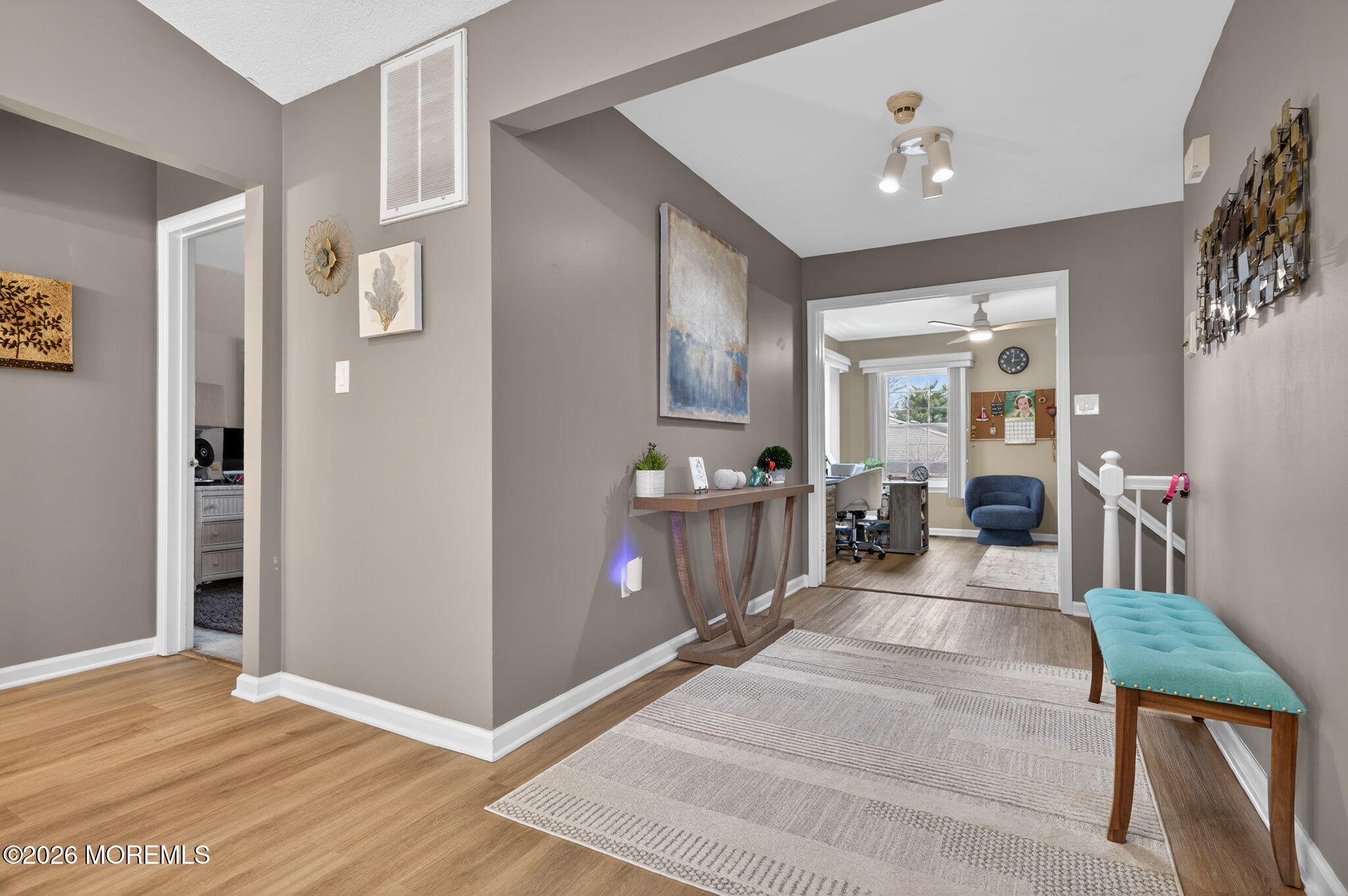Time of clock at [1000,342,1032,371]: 3:00
